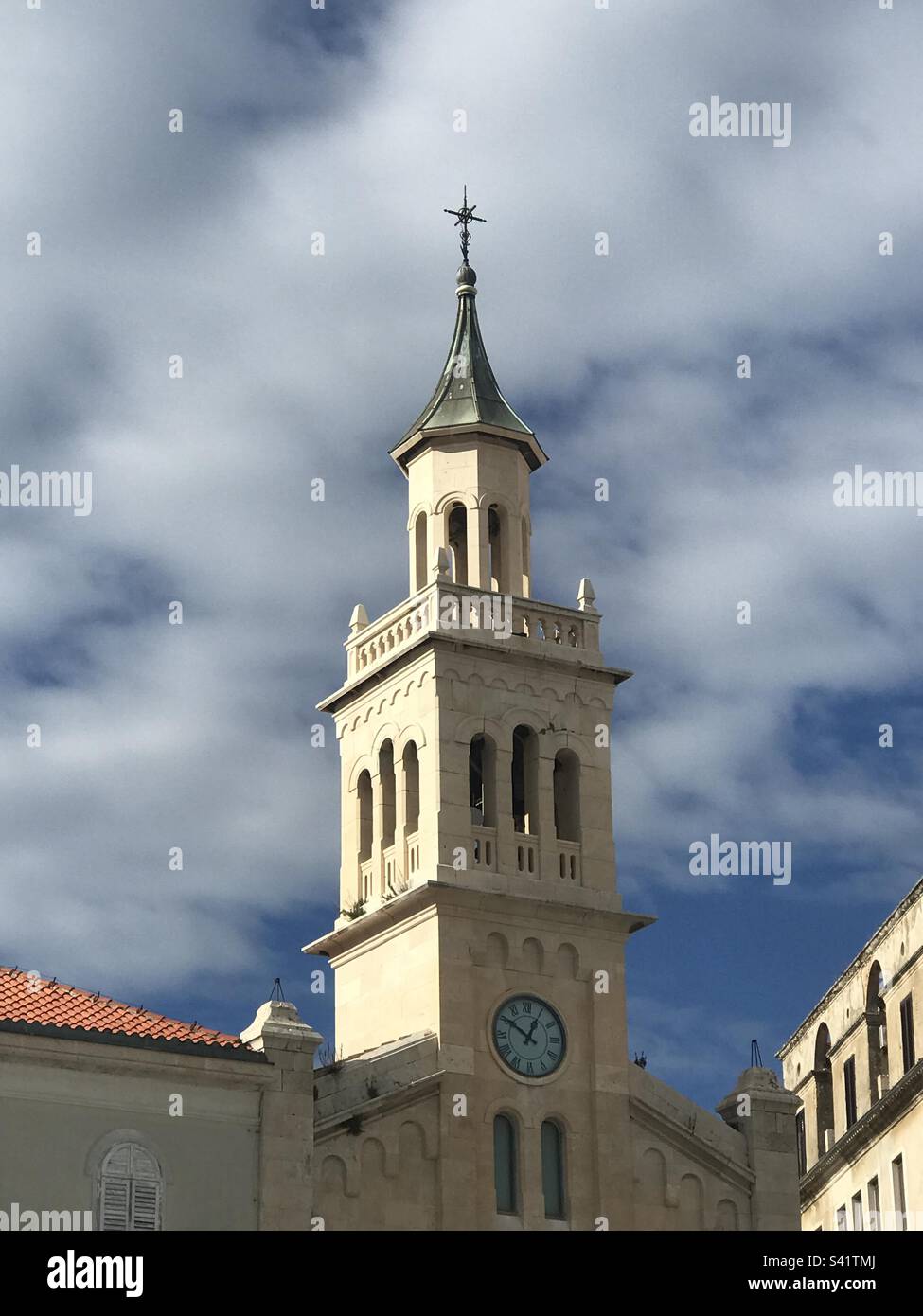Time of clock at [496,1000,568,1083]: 12:50
